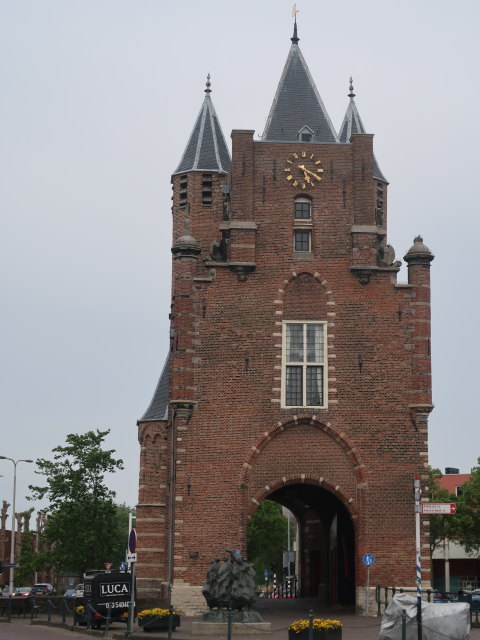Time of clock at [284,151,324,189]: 5:20
